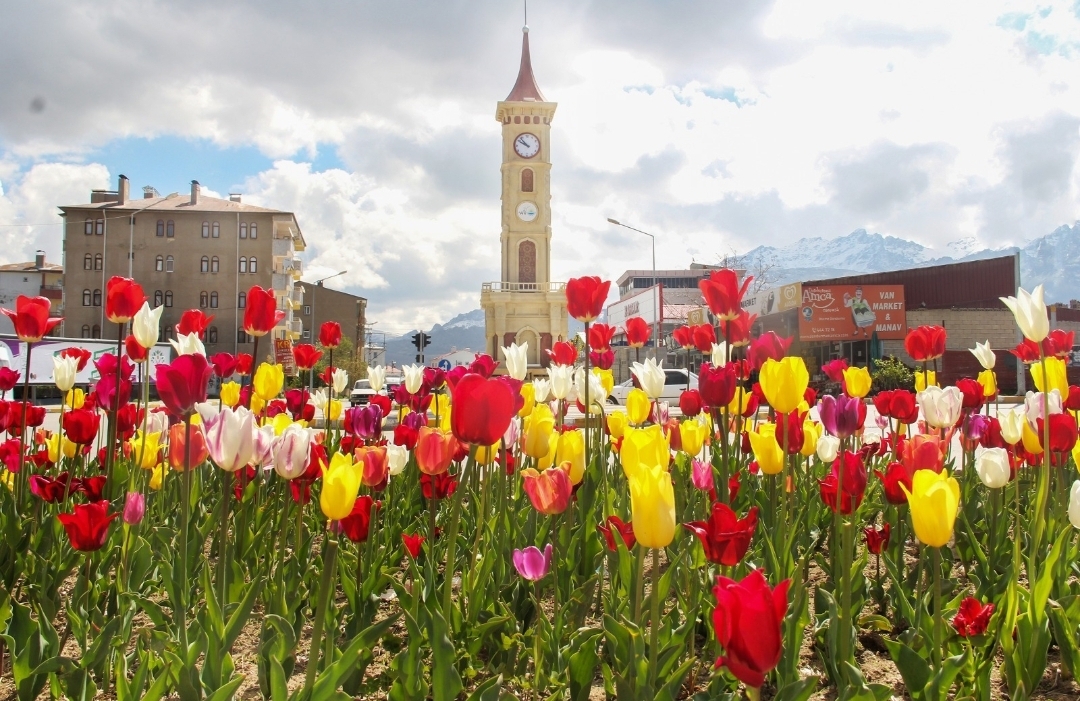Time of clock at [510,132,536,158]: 9:53
